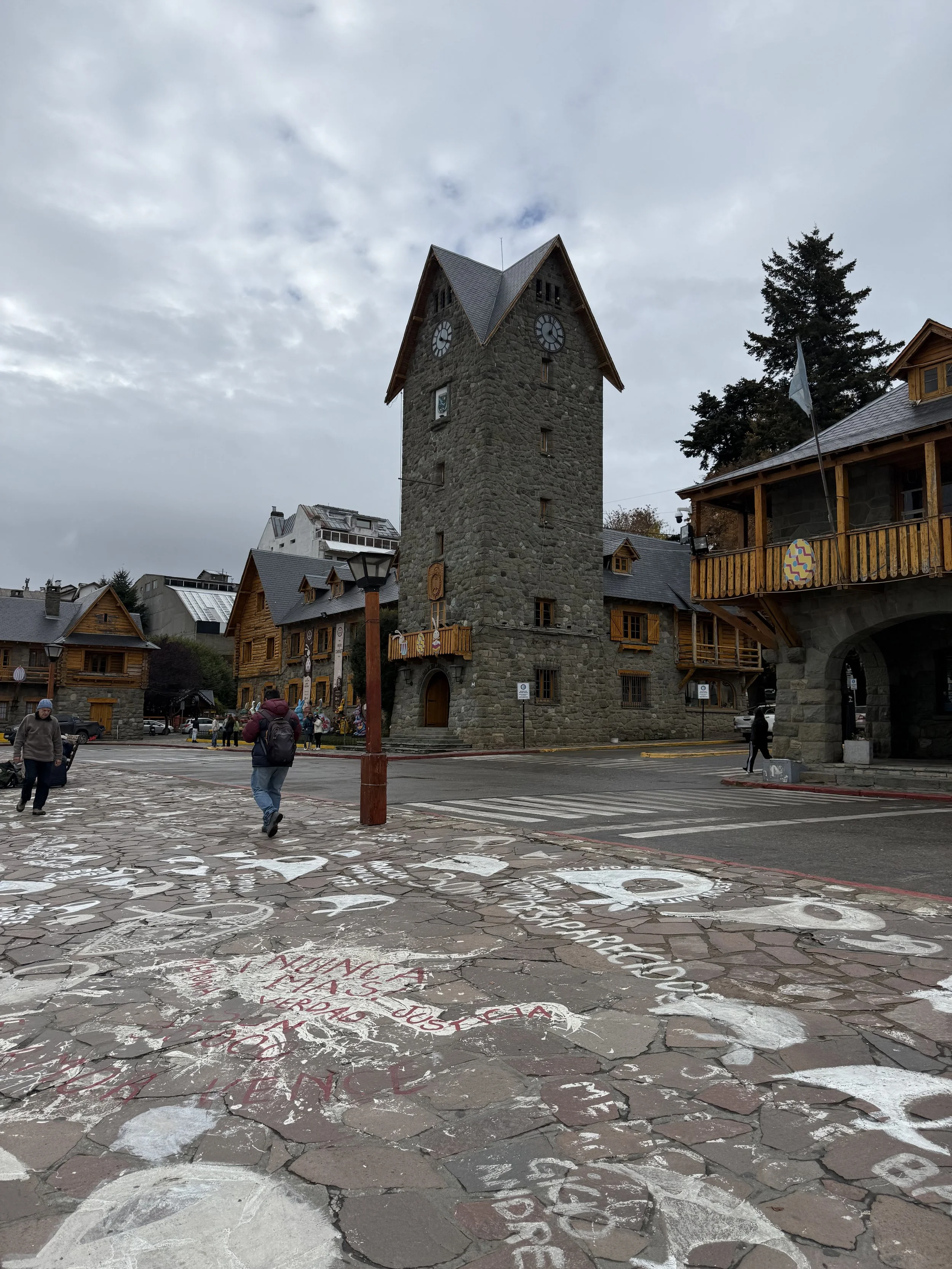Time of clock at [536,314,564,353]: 4:02
